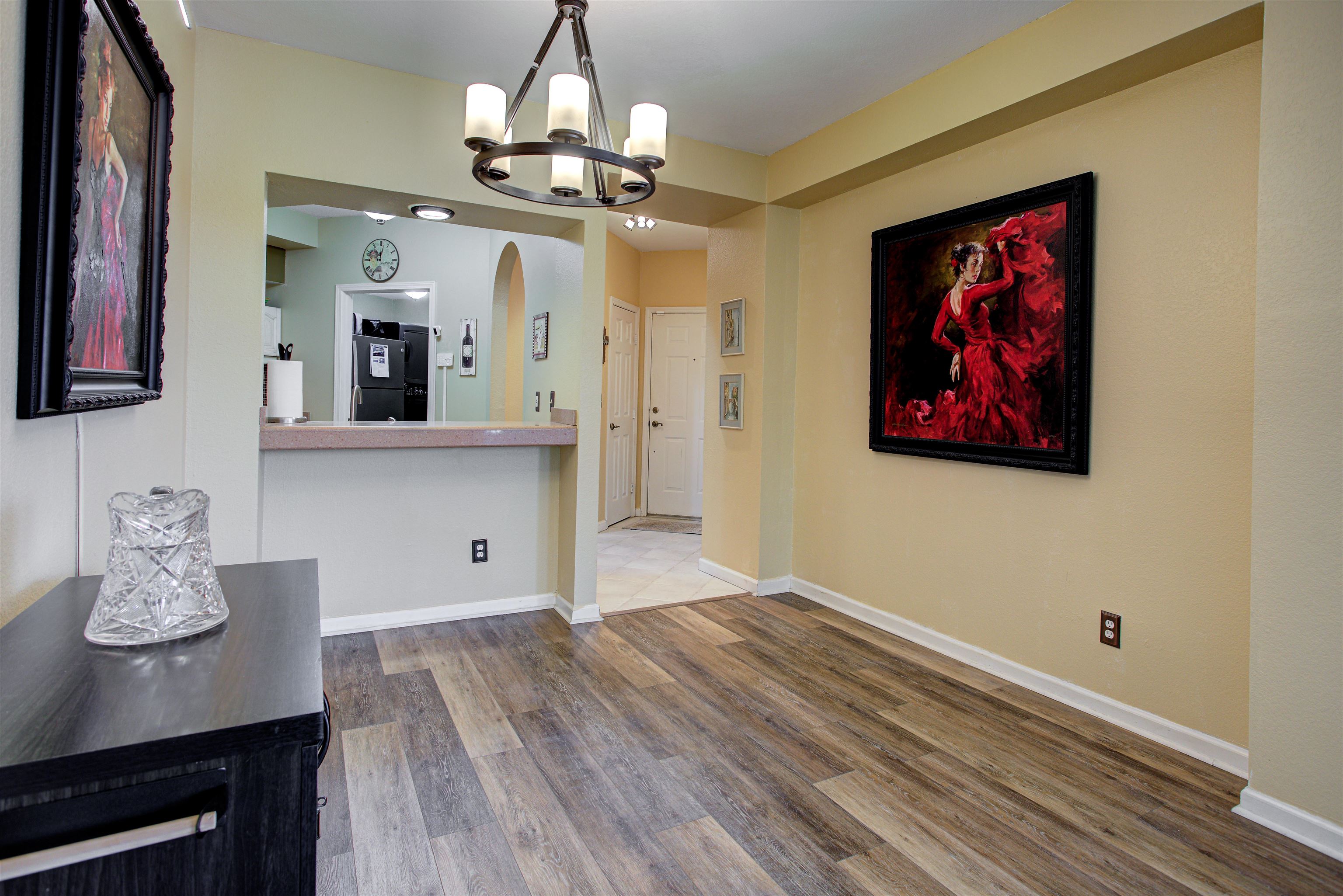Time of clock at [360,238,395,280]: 12:02
